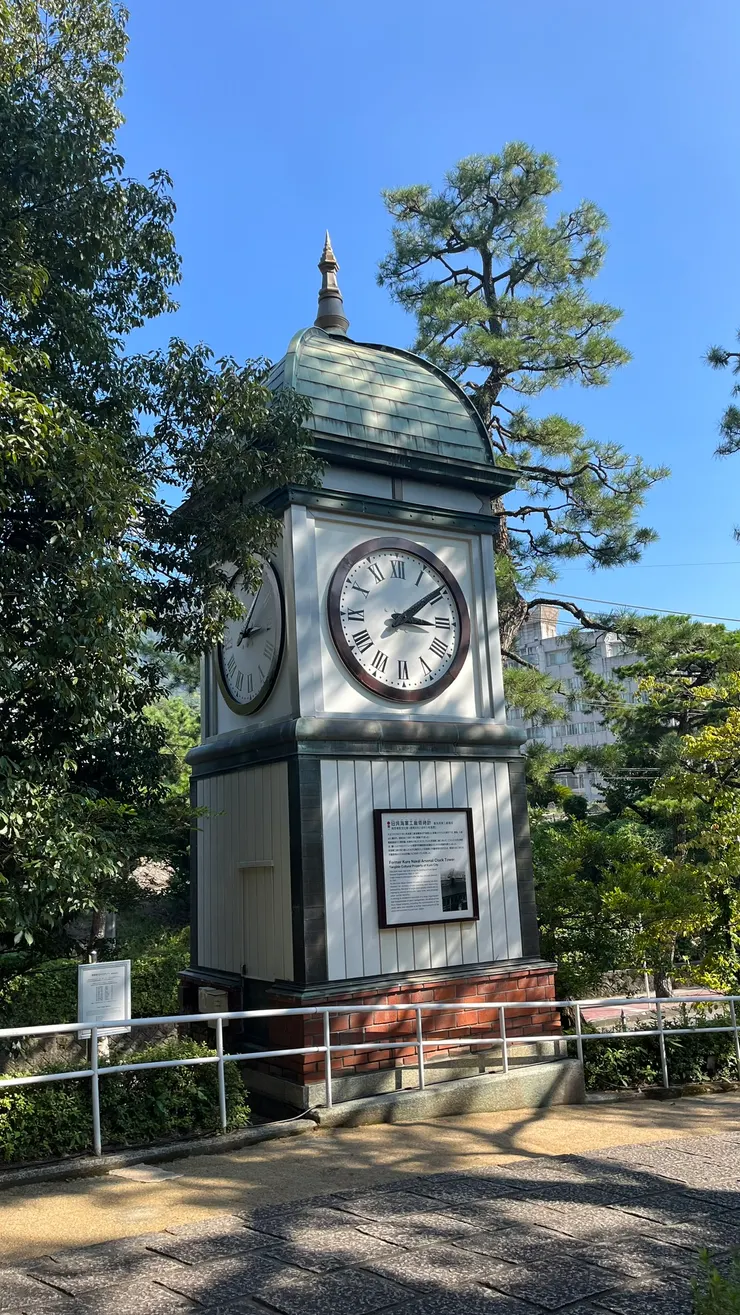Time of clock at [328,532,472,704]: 3:09
